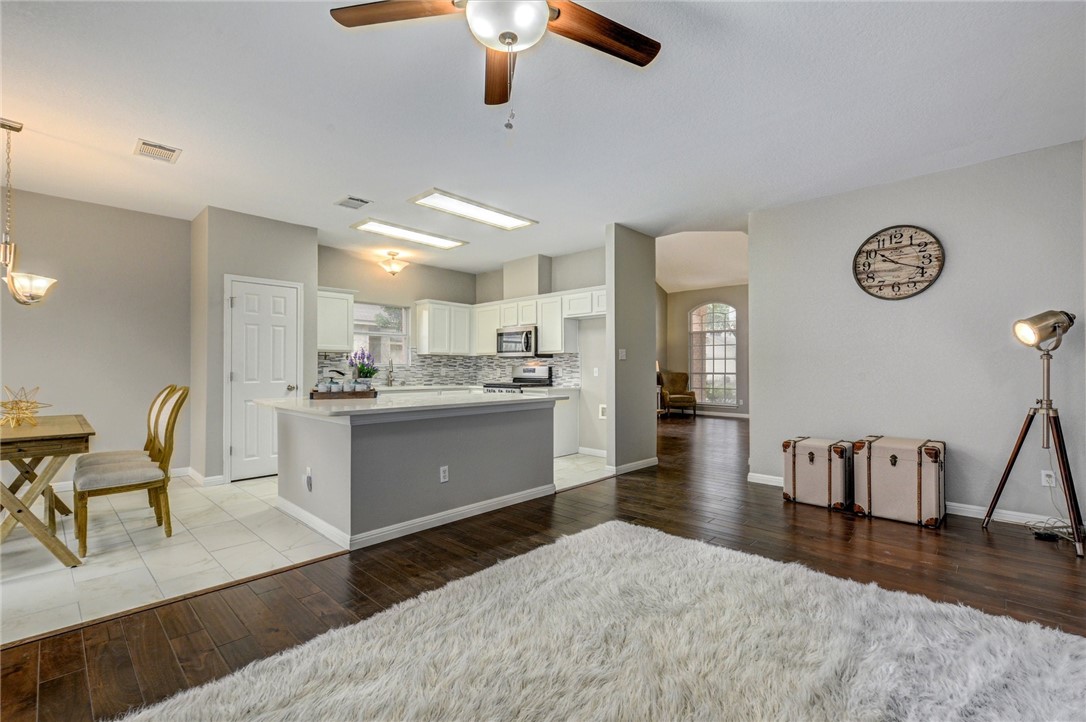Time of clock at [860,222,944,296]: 10:18
